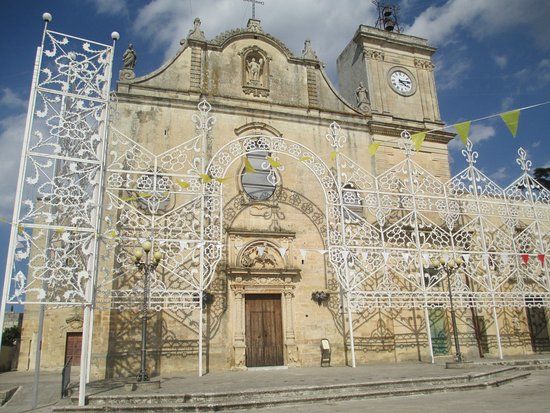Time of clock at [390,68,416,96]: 4:13
